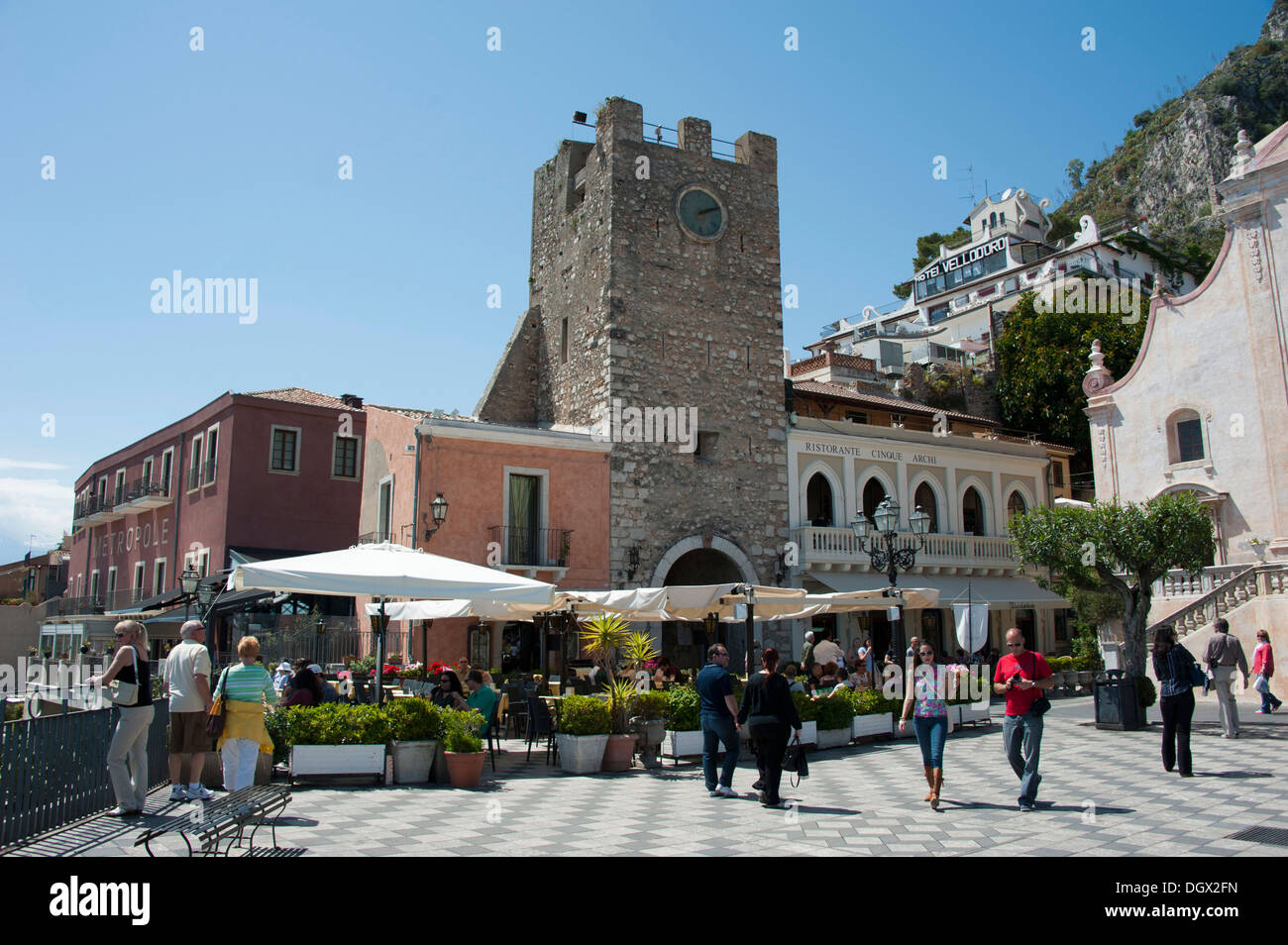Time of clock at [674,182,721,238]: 2:11
